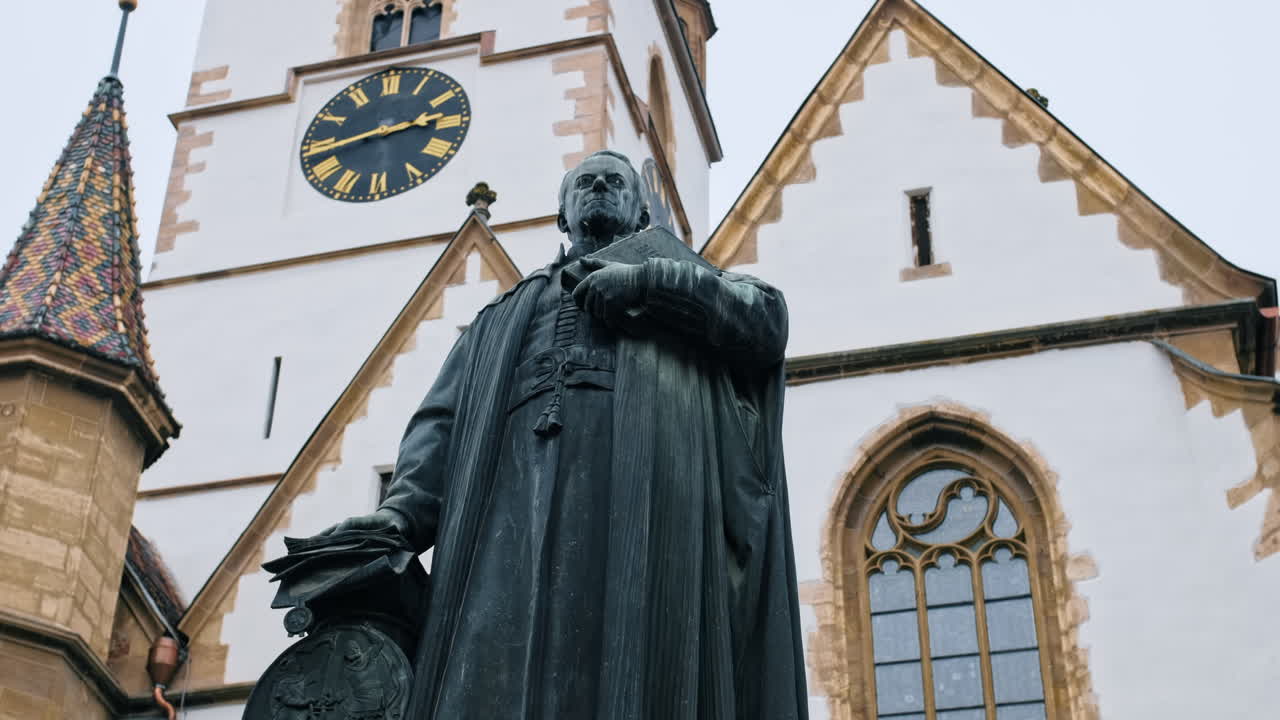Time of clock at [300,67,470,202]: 2:42
